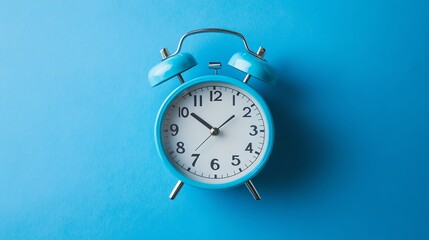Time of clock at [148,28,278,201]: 1:51
